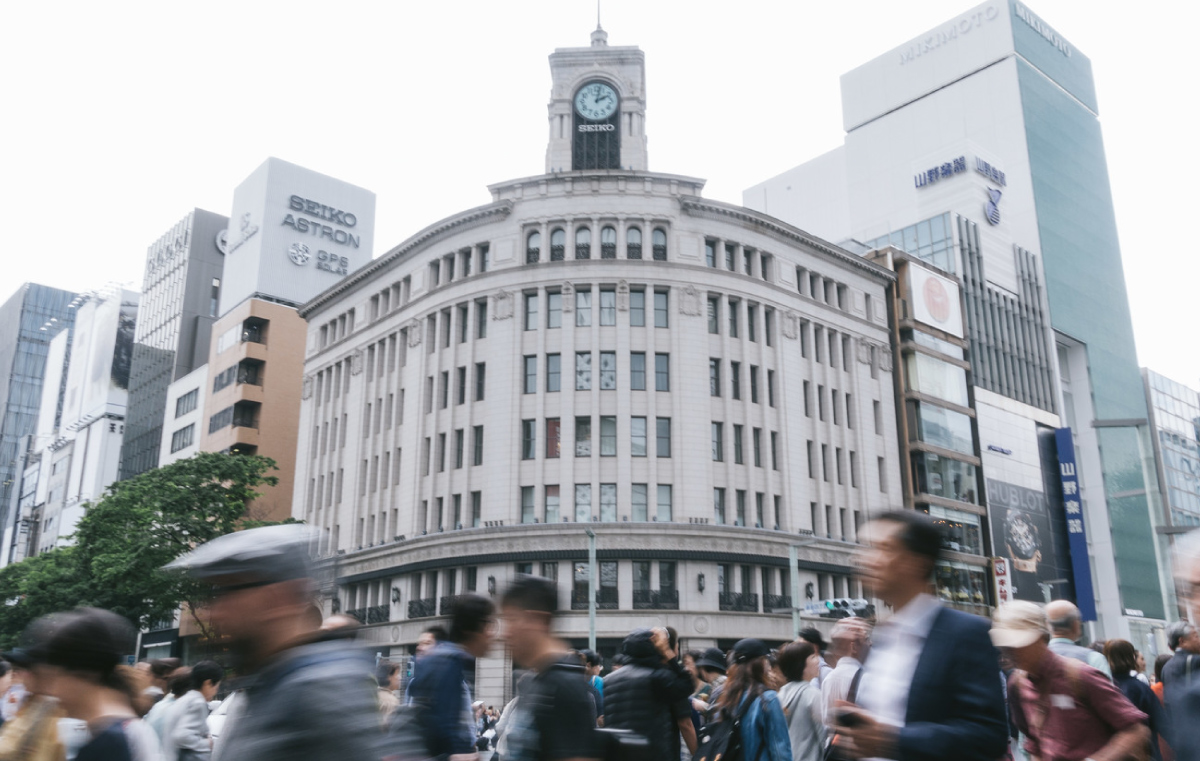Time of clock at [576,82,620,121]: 2:01
